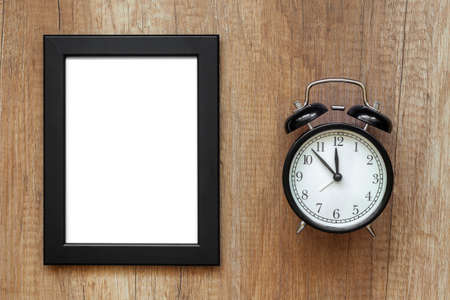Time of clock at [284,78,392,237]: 11:52
